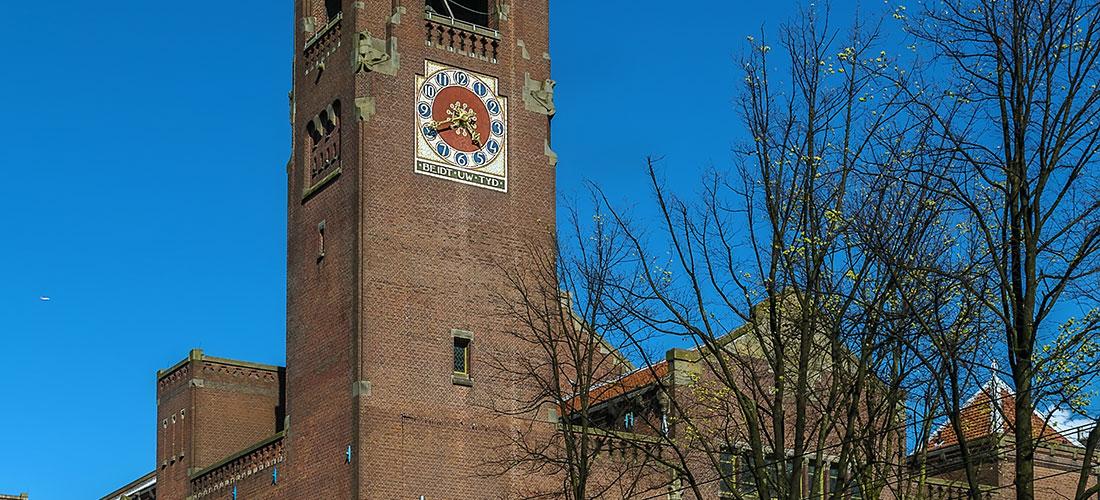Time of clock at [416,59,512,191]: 4:40
